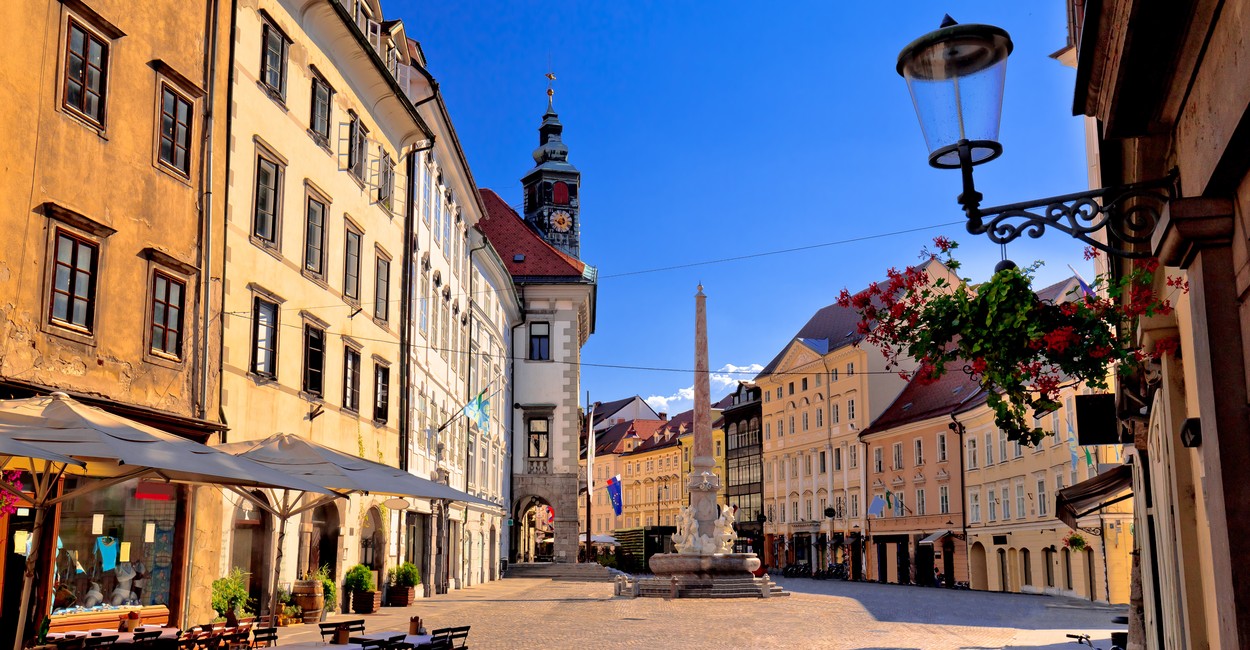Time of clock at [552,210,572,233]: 11:46
